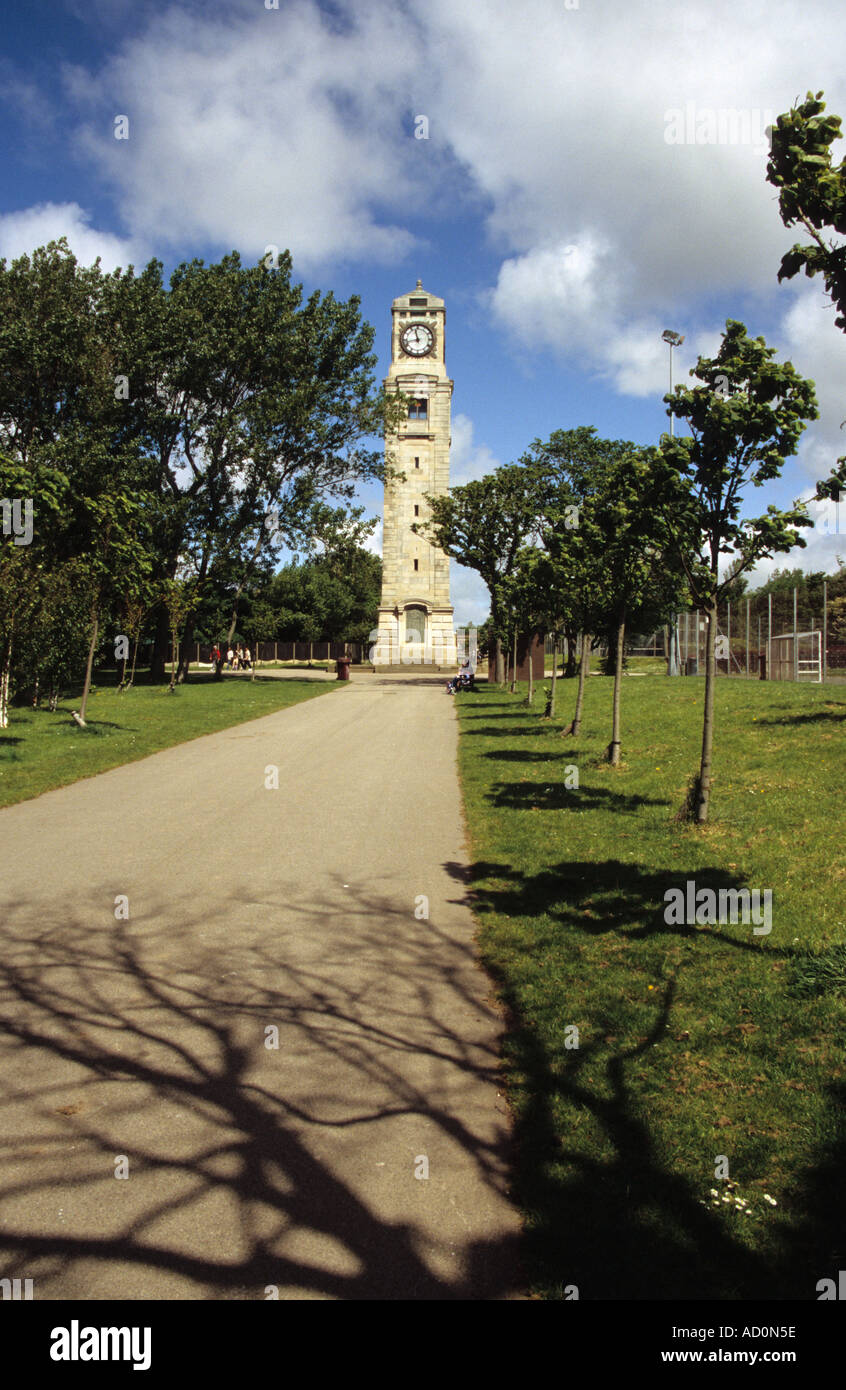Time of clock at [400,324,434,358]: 11:42
